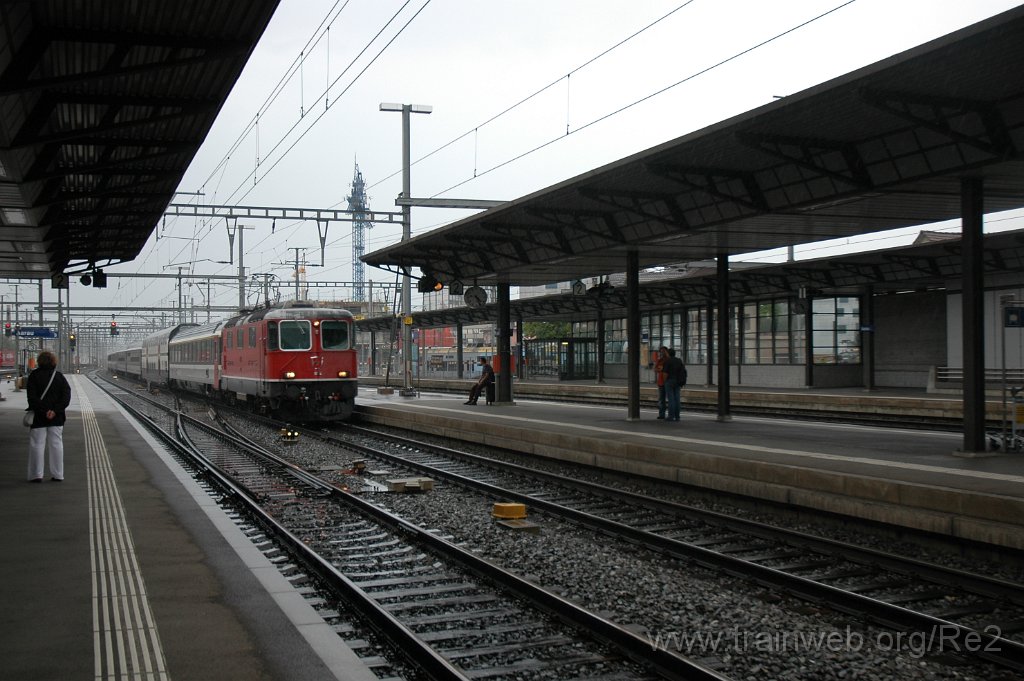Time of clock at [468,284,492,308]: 4:26
